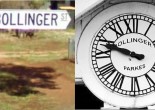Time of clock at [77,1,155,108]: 9:48
